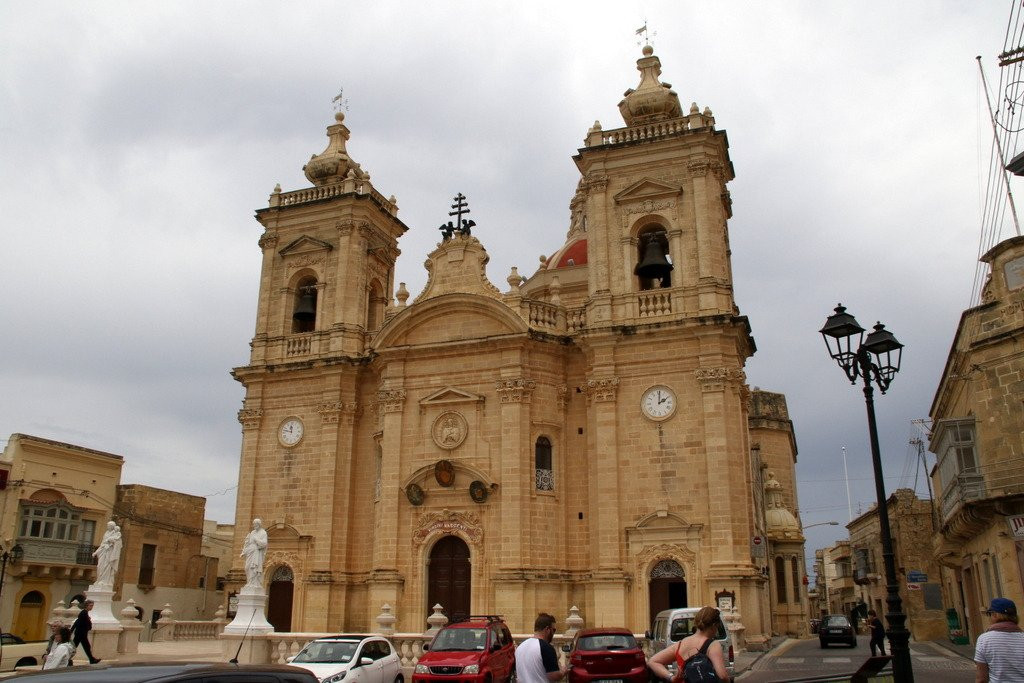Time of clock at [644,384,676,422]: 2:01
